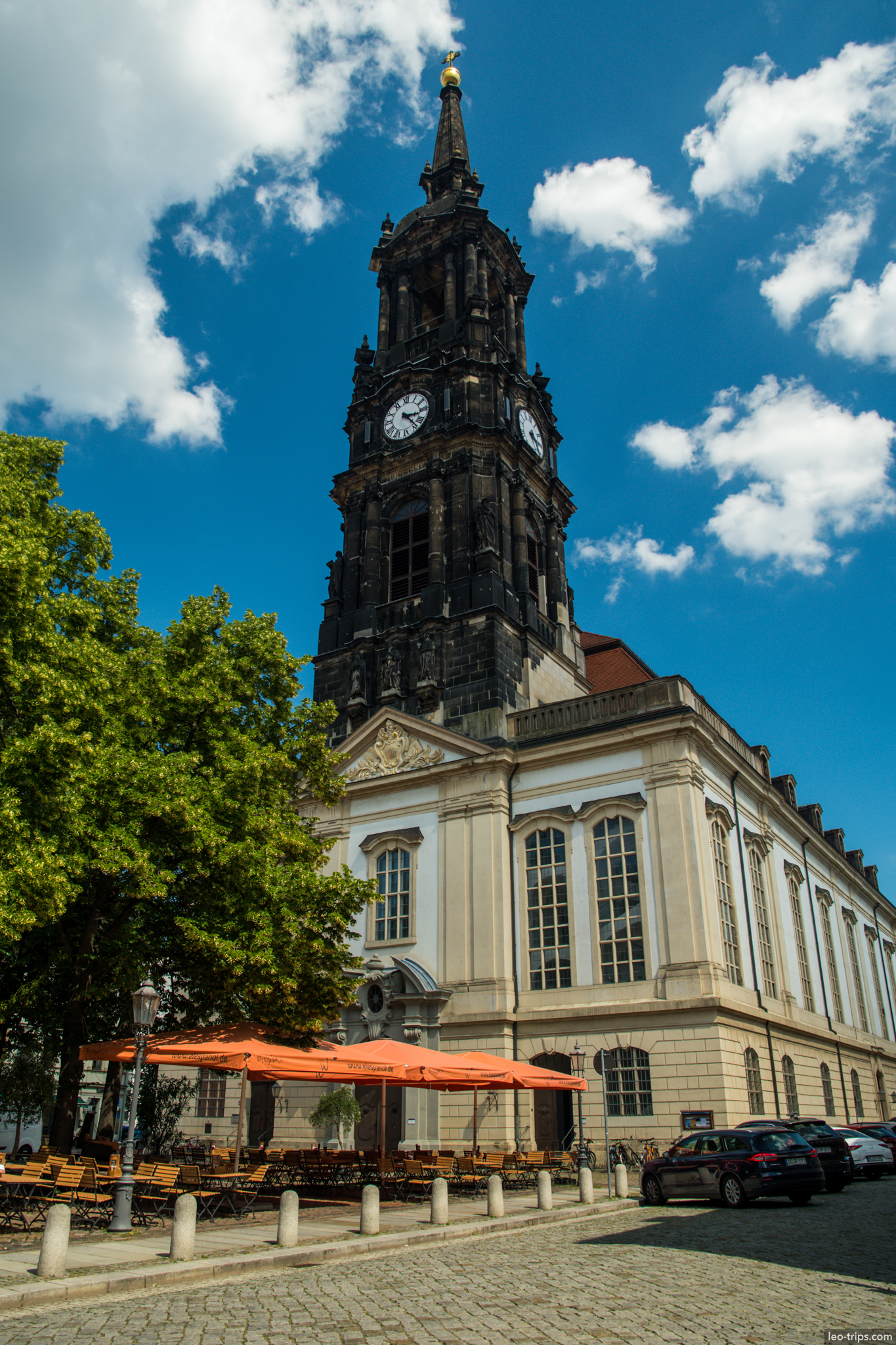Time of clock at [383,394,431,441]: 3:23
